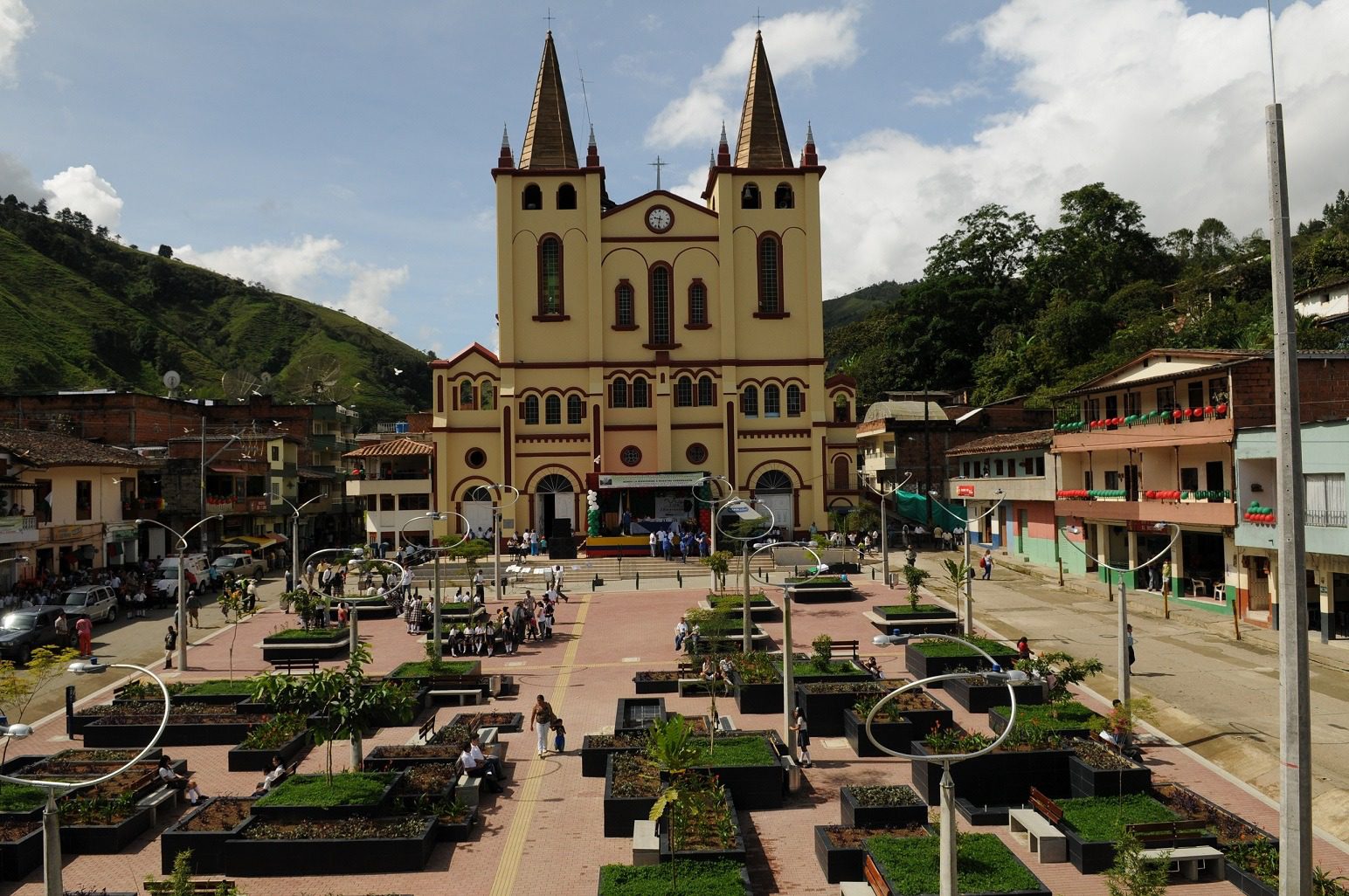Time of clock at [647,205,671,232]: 9:32
